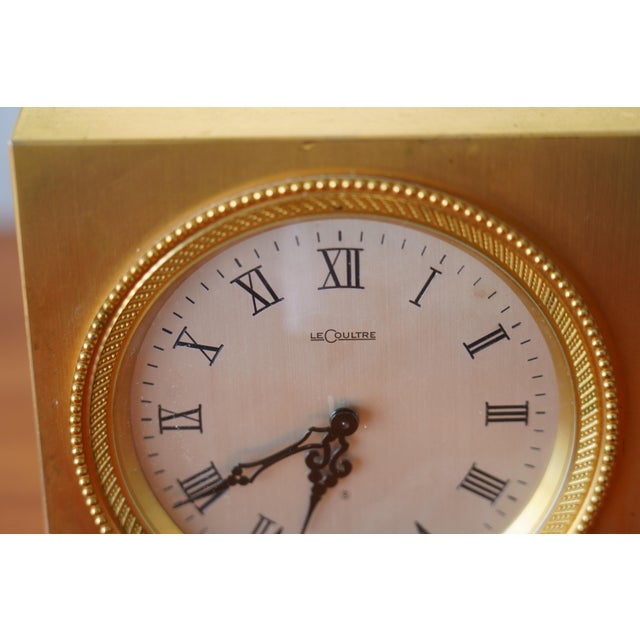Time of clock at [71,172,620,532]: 6:39
